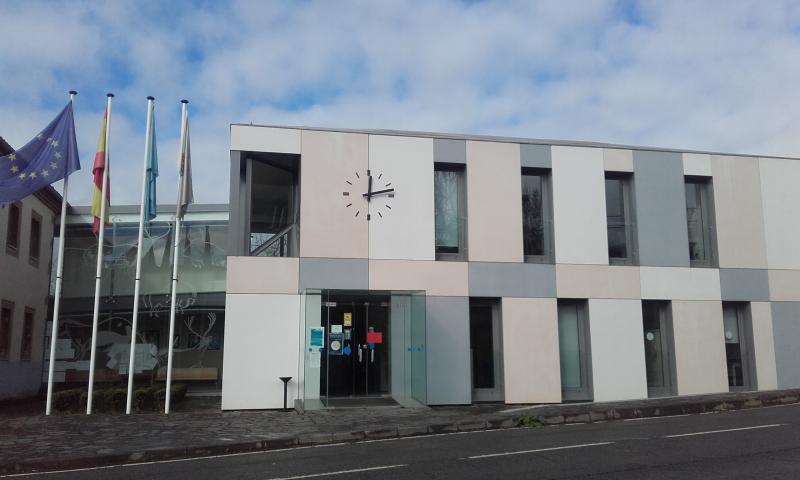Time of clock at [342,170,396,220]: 12:12
